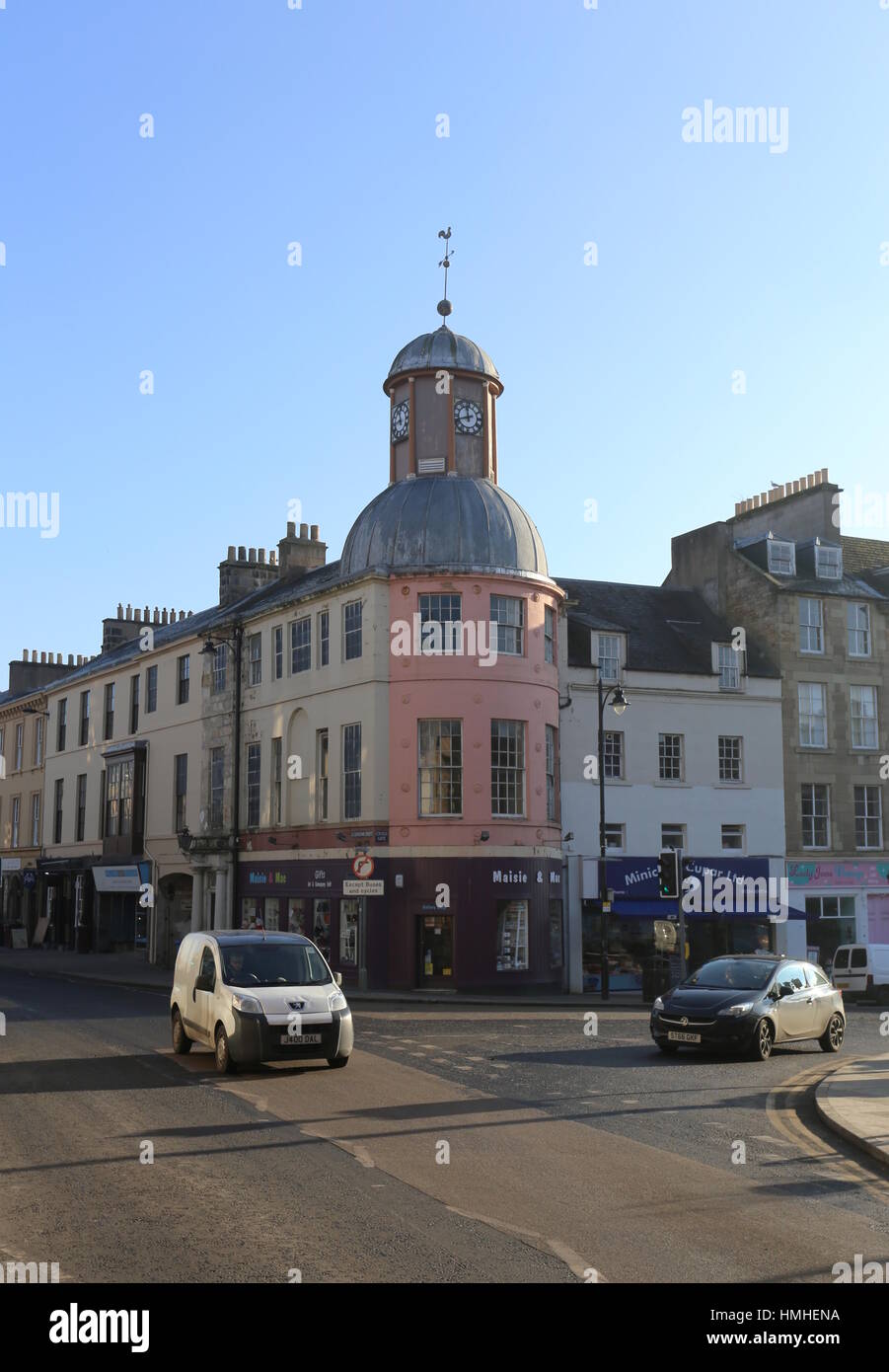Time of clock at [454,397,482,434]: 11:41
